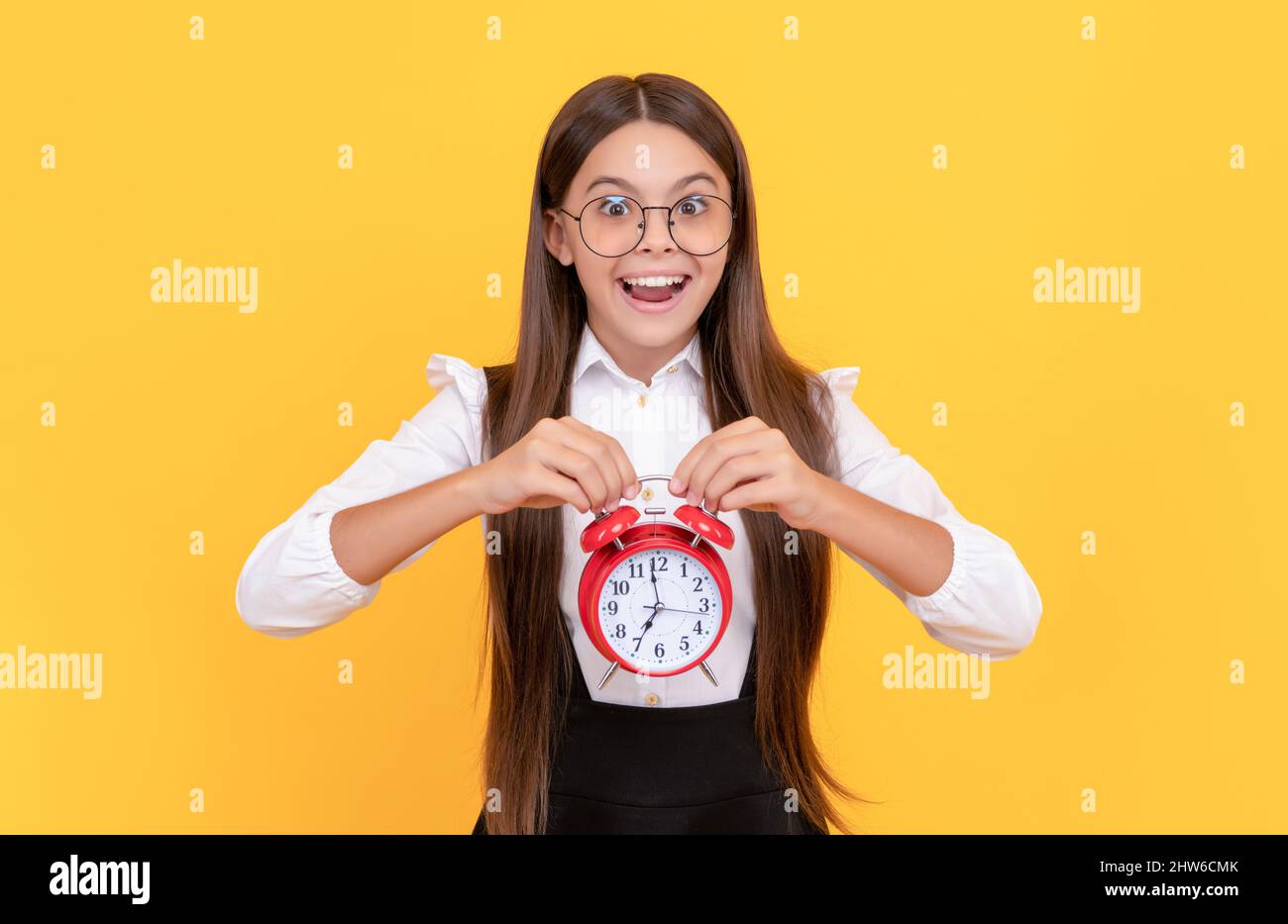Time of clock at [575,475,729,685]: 6:58
